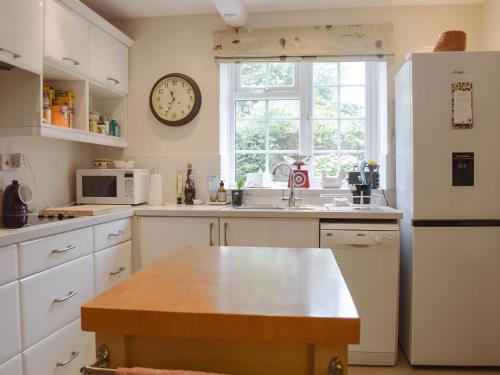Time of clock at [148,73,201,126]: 11:34
